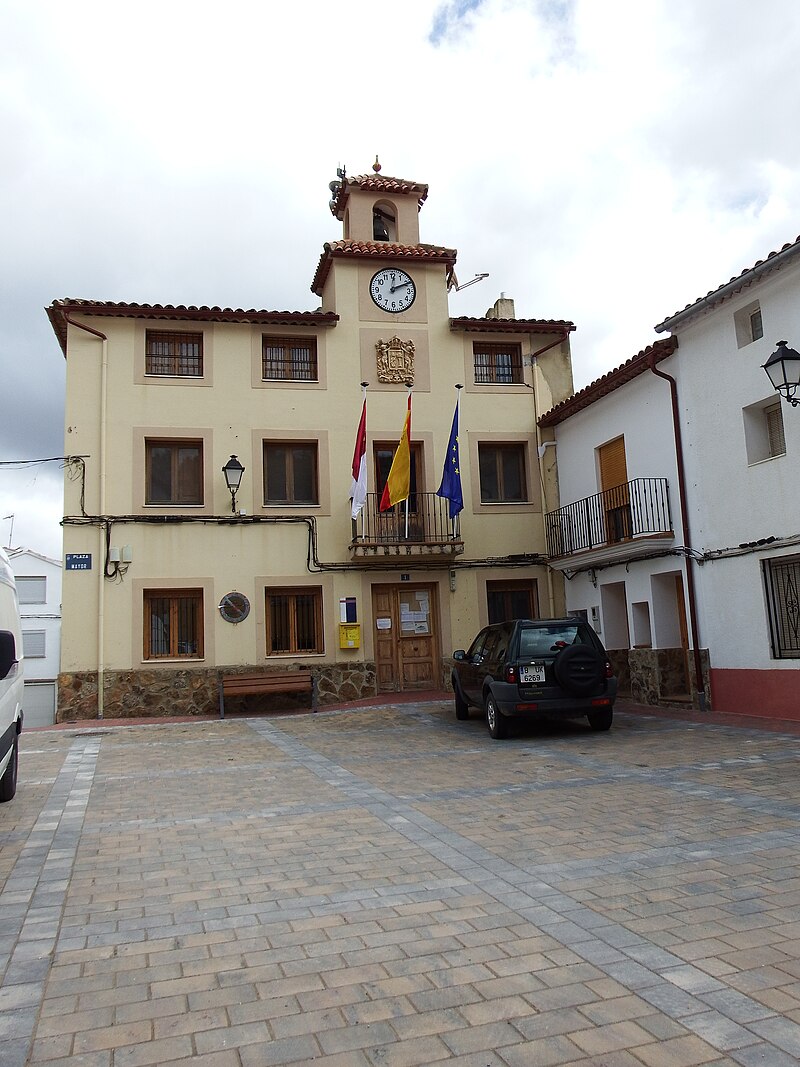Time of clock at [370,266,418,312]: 12:10
